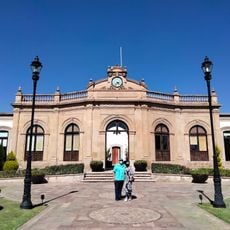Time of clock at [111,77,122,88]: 4:37
